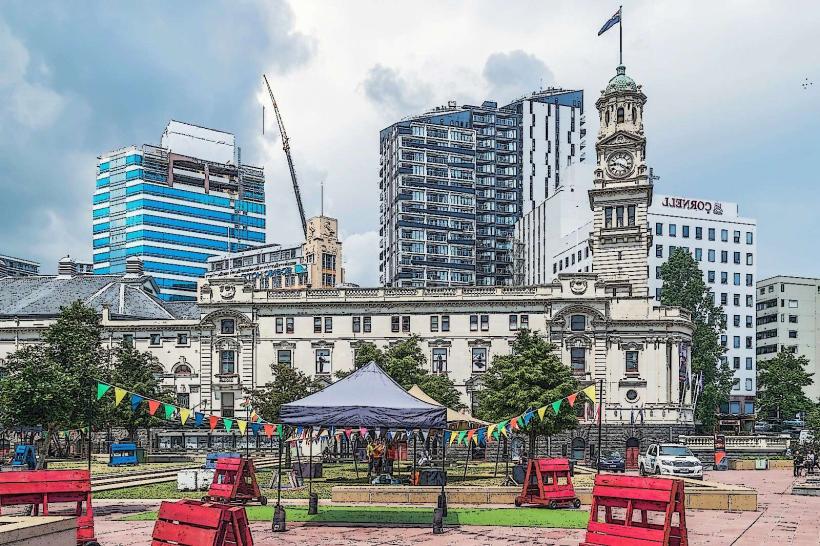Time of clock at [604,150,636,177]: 9:20
